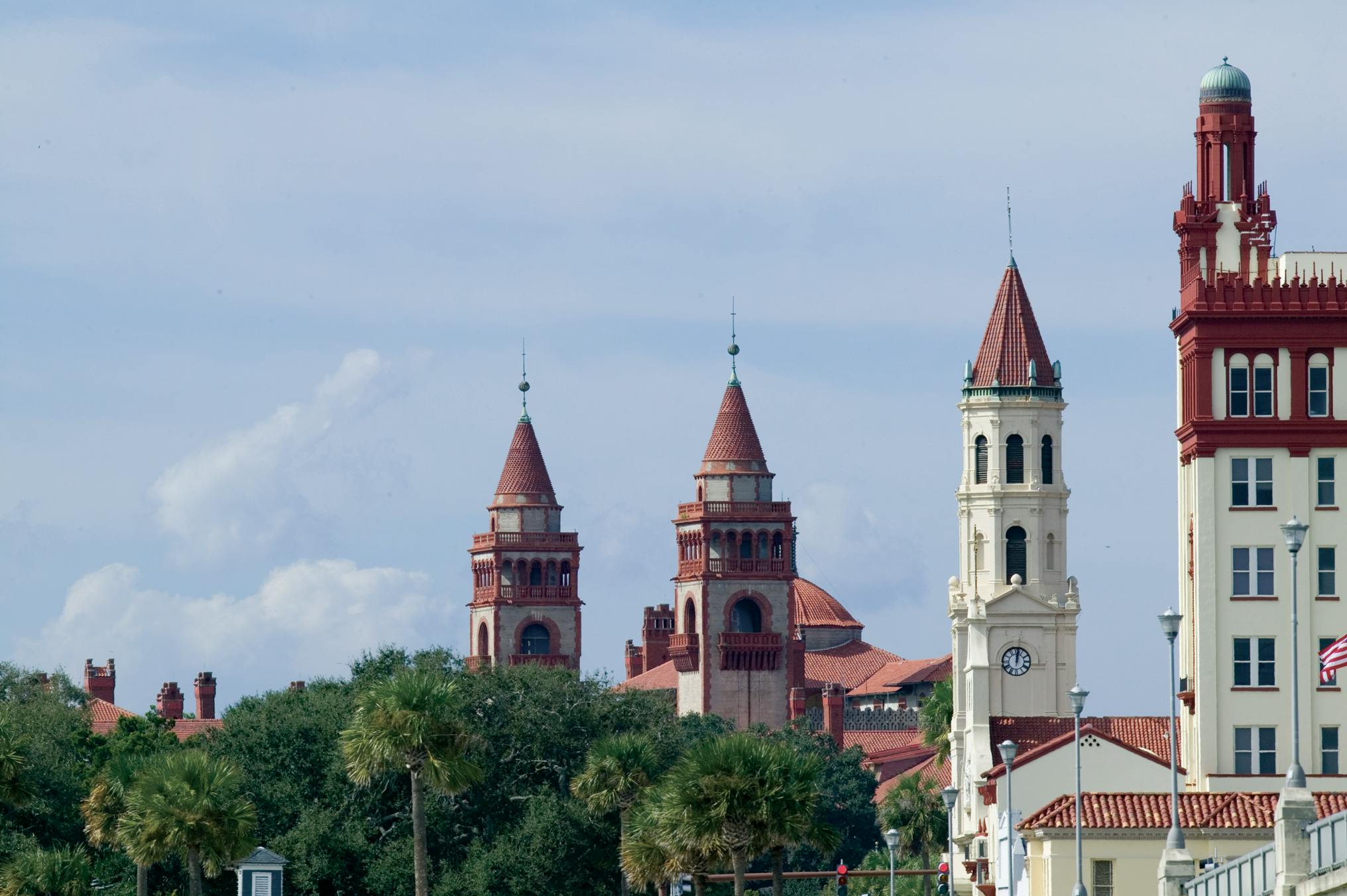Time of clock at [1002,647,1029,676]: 12:01
